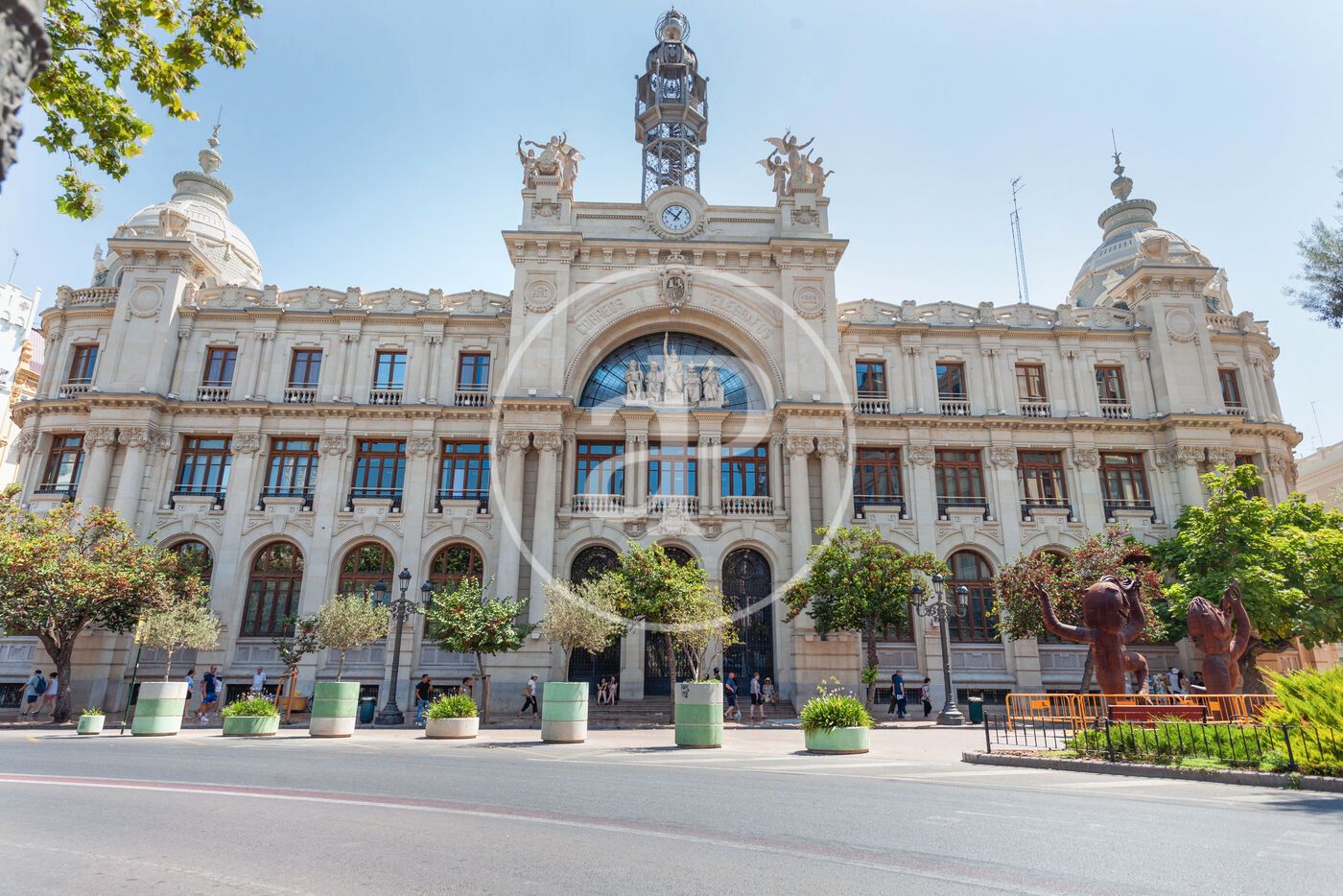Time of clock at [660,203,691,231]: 12:52
